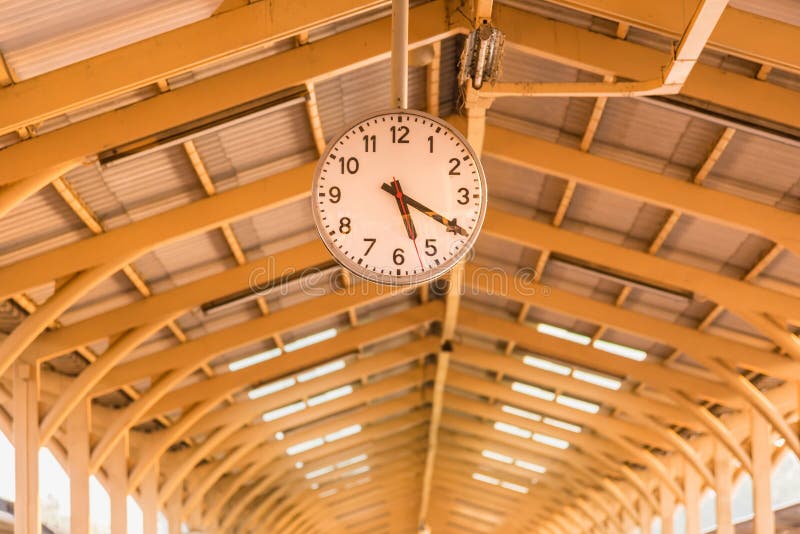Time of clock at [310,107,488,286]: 5:19
